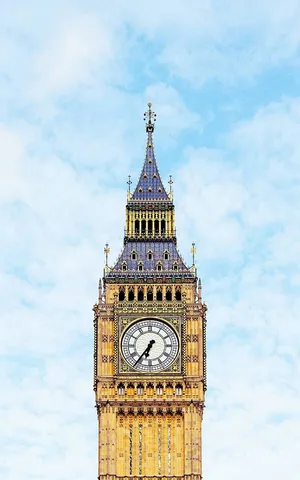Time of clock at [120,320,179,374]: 6:36
